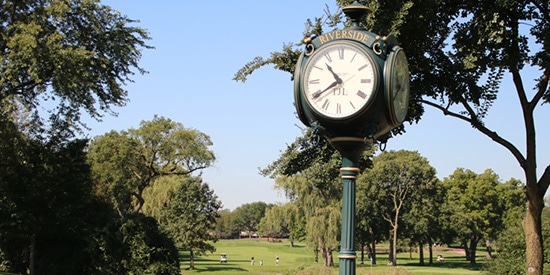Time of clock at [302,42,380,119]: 10:39
